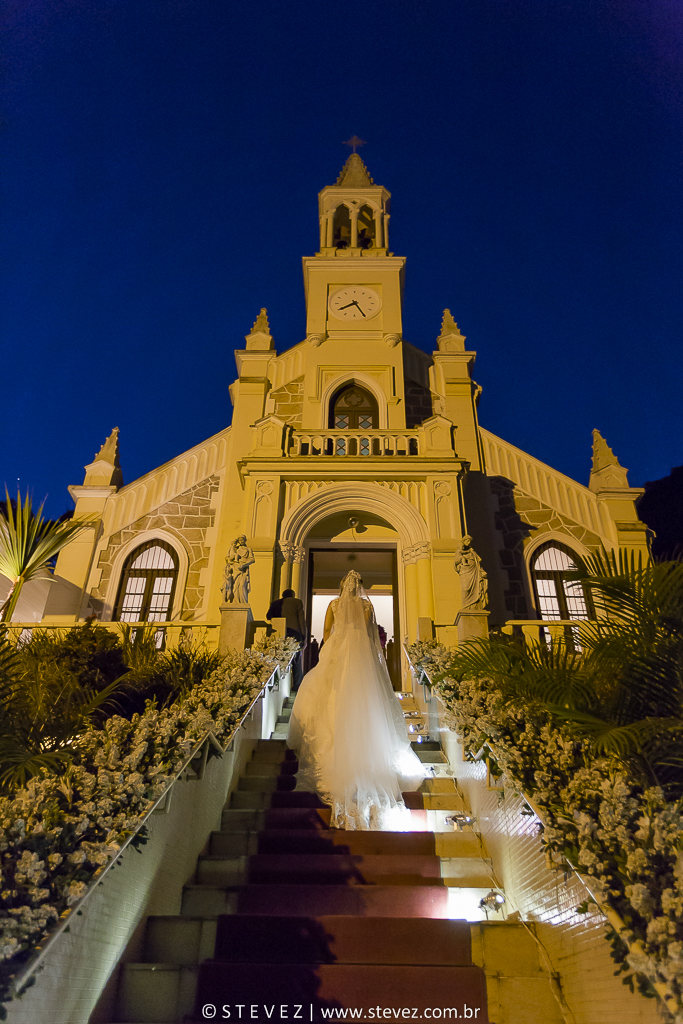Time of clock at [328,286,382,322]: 7:25
